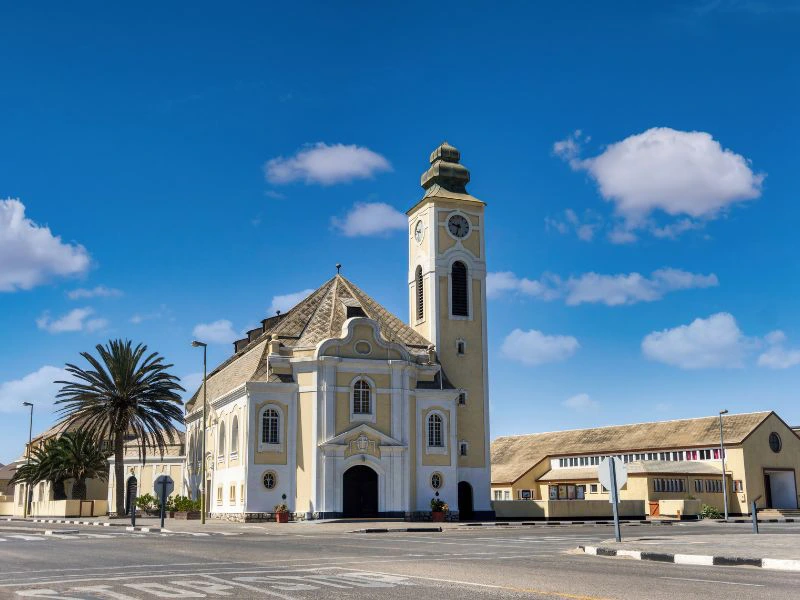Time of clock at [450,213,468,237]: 9:33
